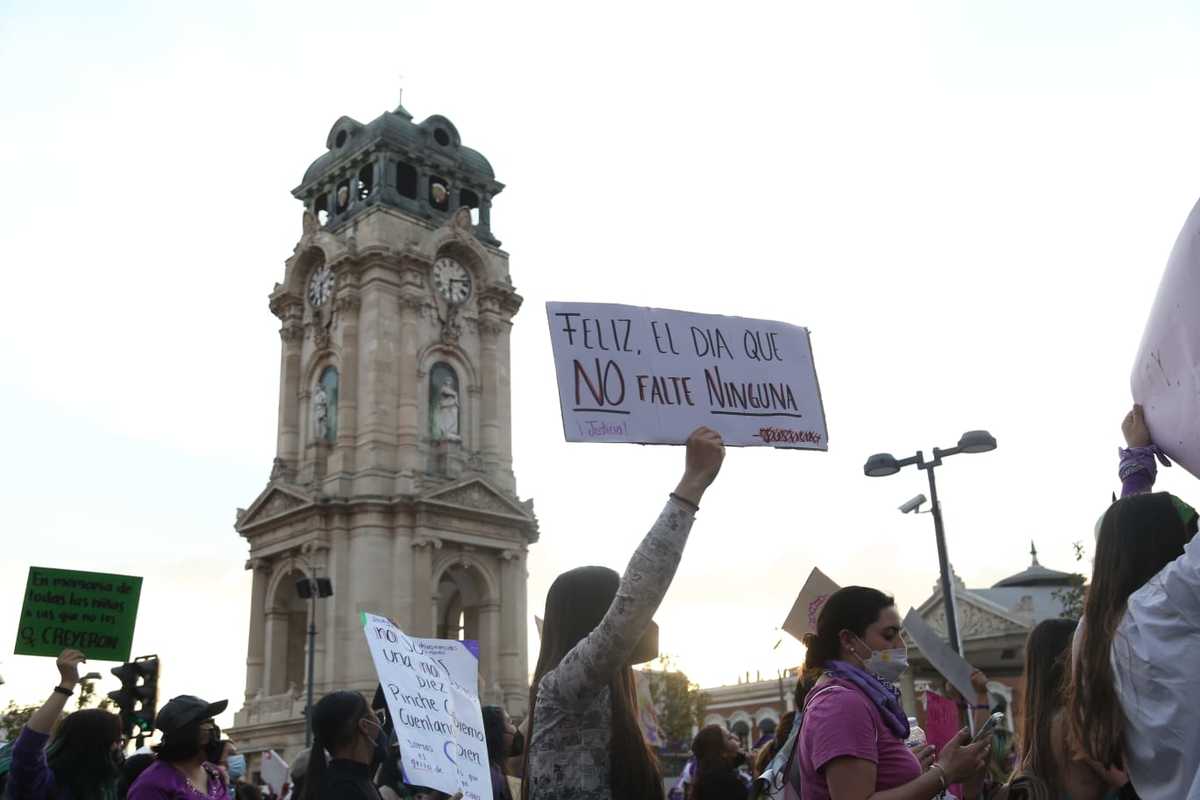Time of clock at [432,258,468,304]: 6:13
